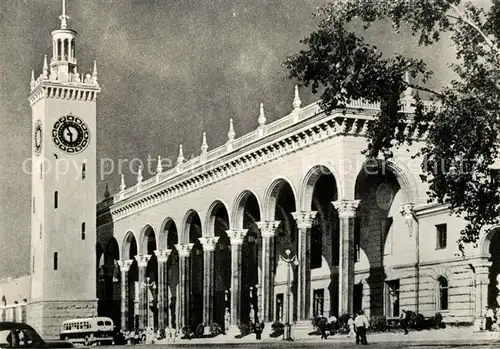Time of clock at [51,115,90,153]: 5:55
